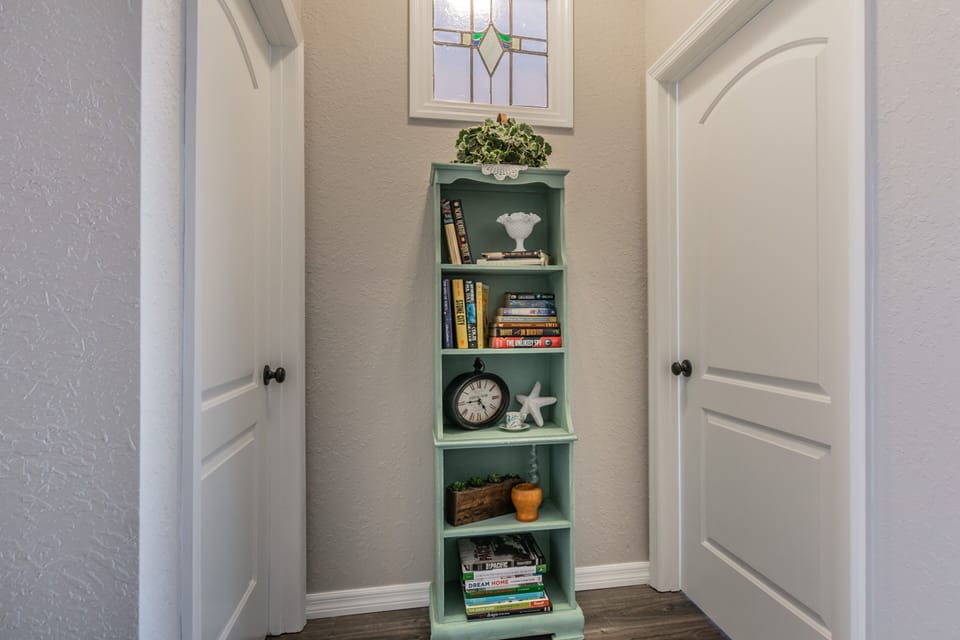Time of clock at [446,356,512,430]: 4:44
